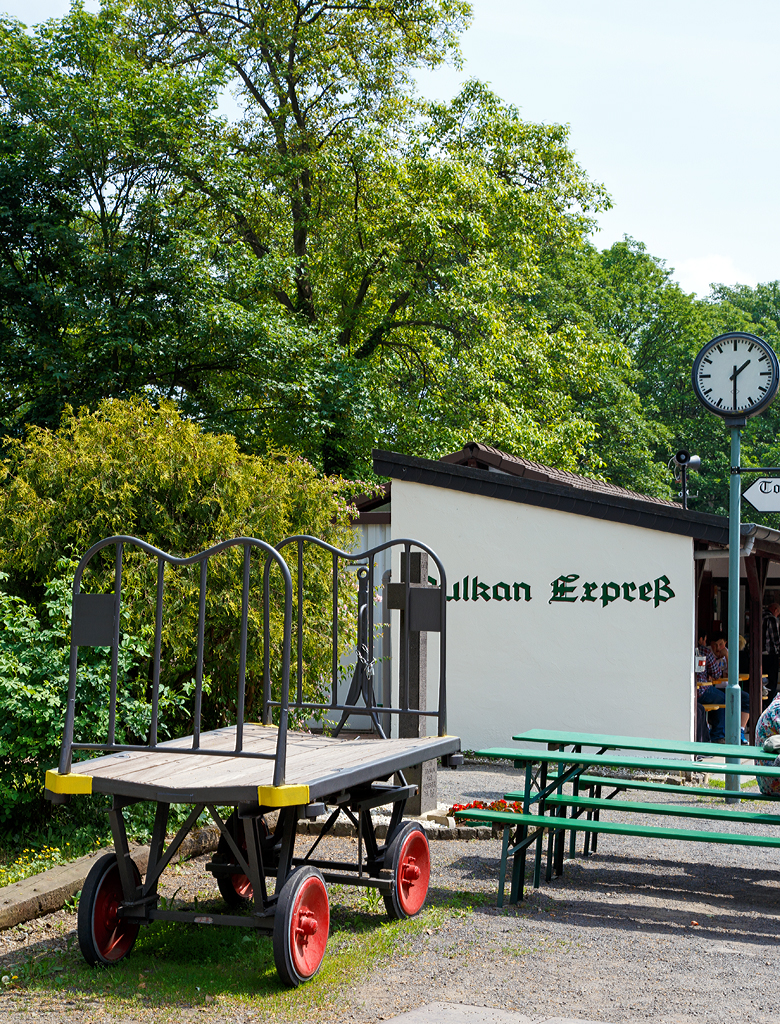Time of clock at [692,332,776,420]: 1:30
